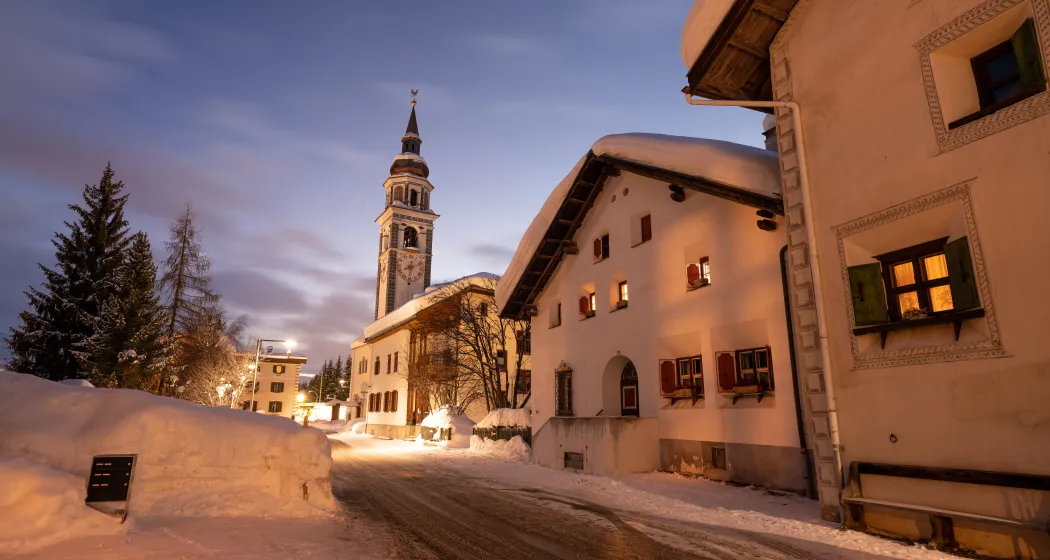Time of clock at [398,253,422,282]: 8:12
